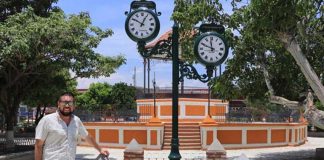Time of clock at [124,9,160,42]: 12:50
